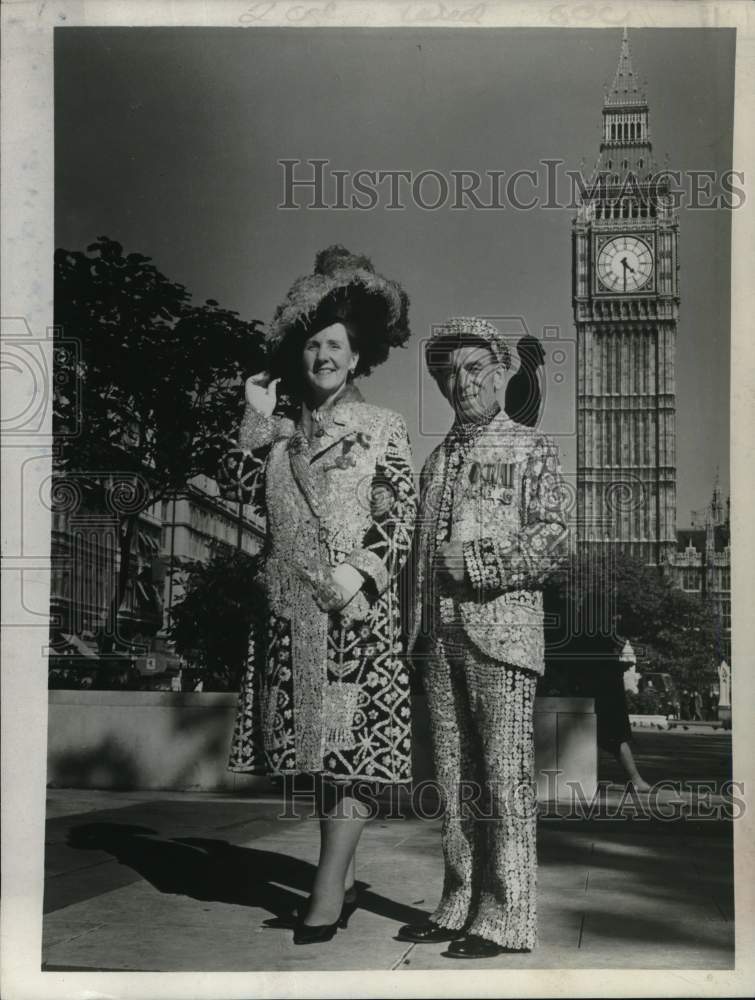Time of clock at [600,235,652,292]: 4:30
